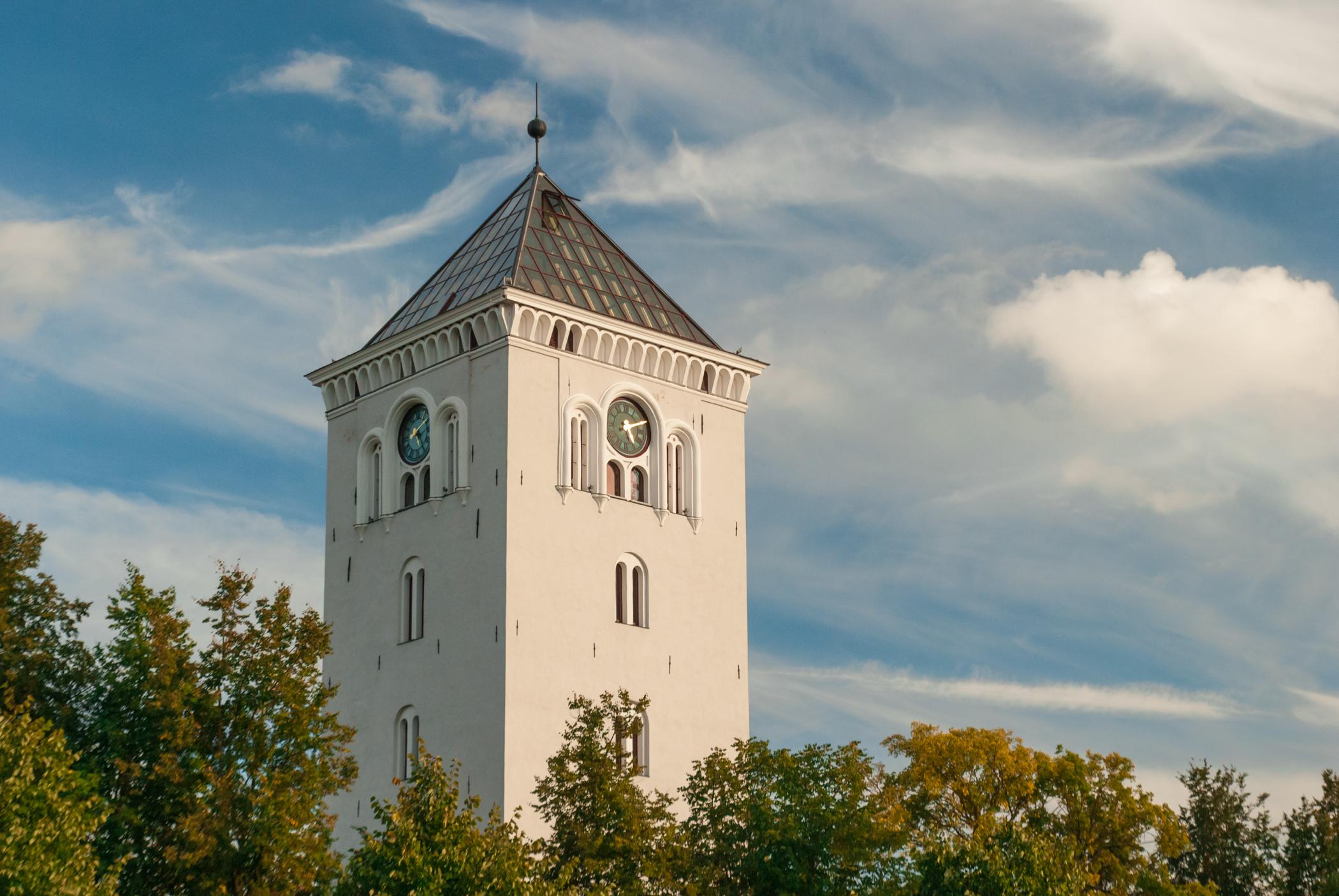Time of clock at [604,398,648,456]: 5:12
